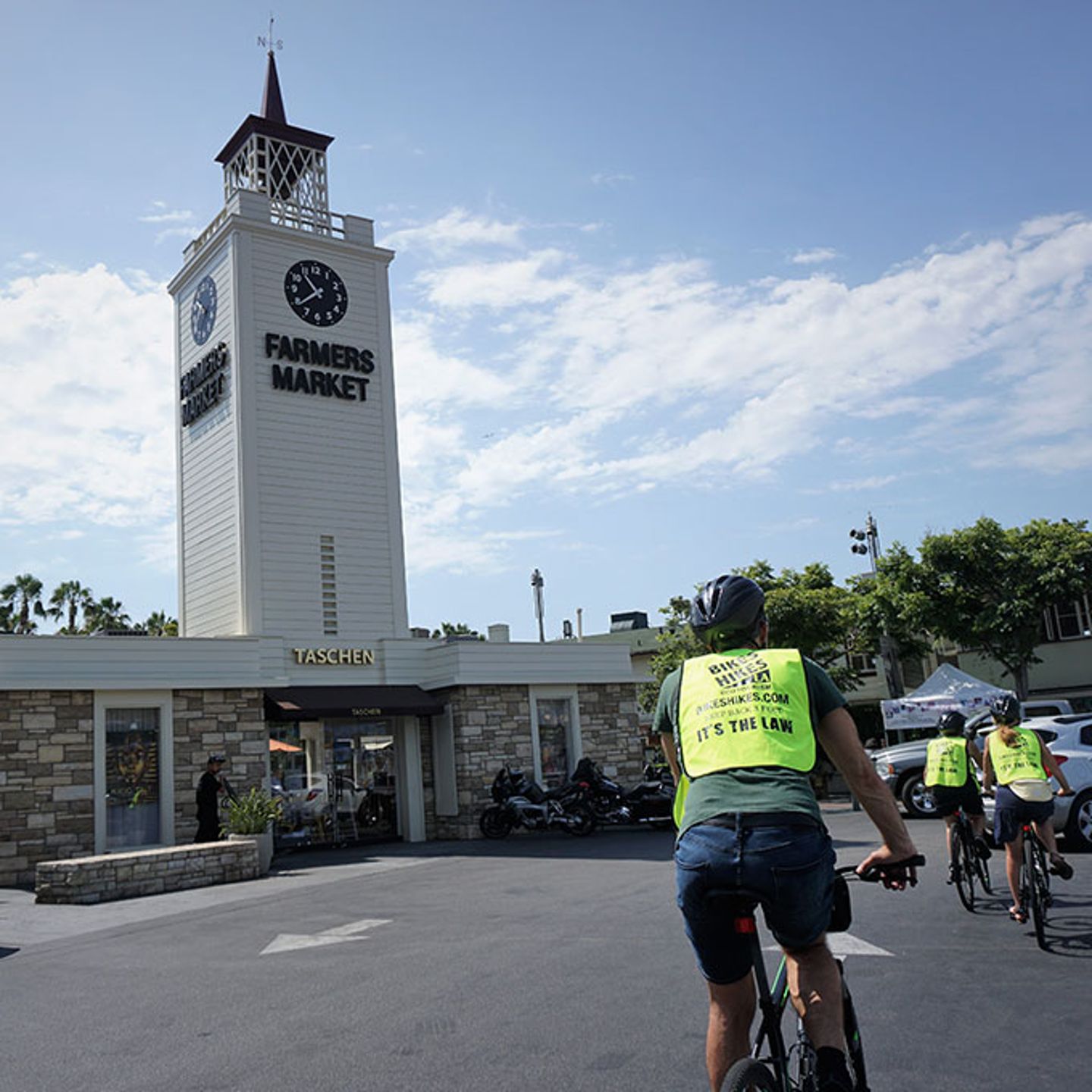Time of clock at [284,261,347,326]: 10:39
